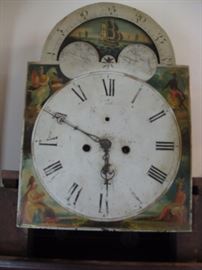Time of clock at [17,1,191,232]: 5:49
